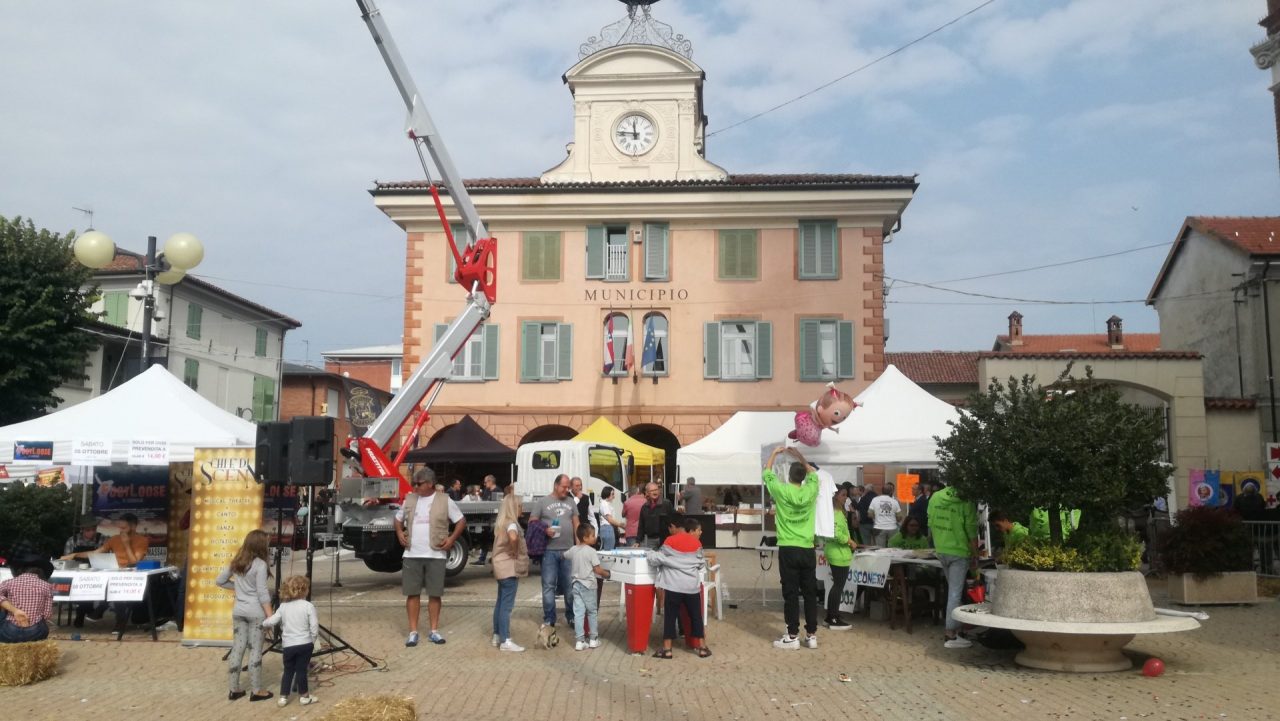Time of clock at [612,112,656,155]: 11:46
